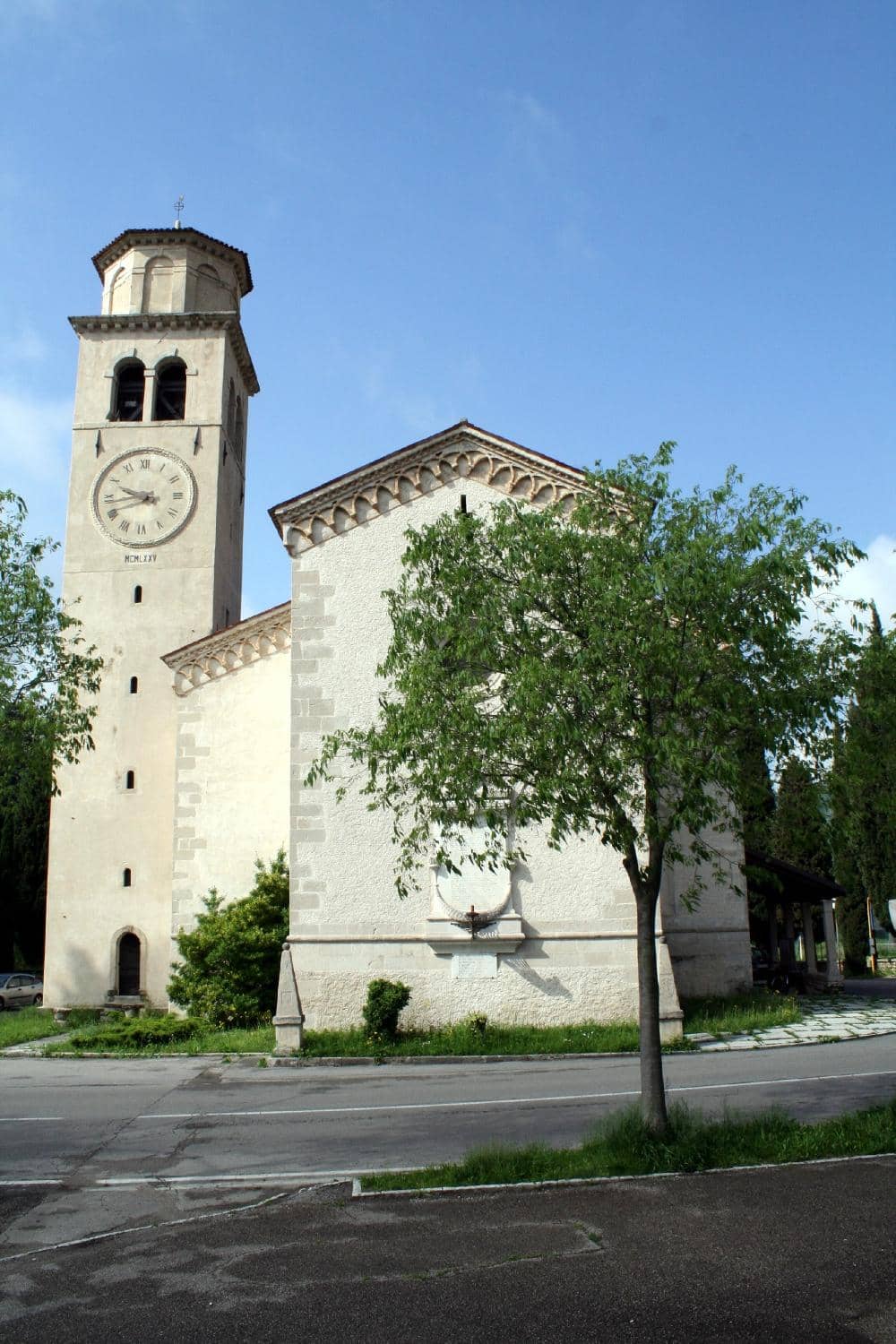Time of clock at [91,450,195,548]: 9:43
